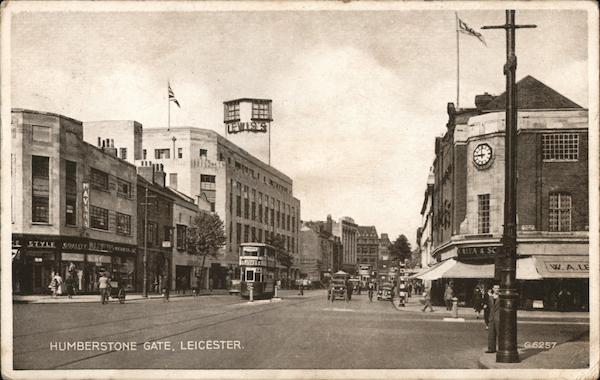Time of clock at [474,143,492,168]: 8:58
